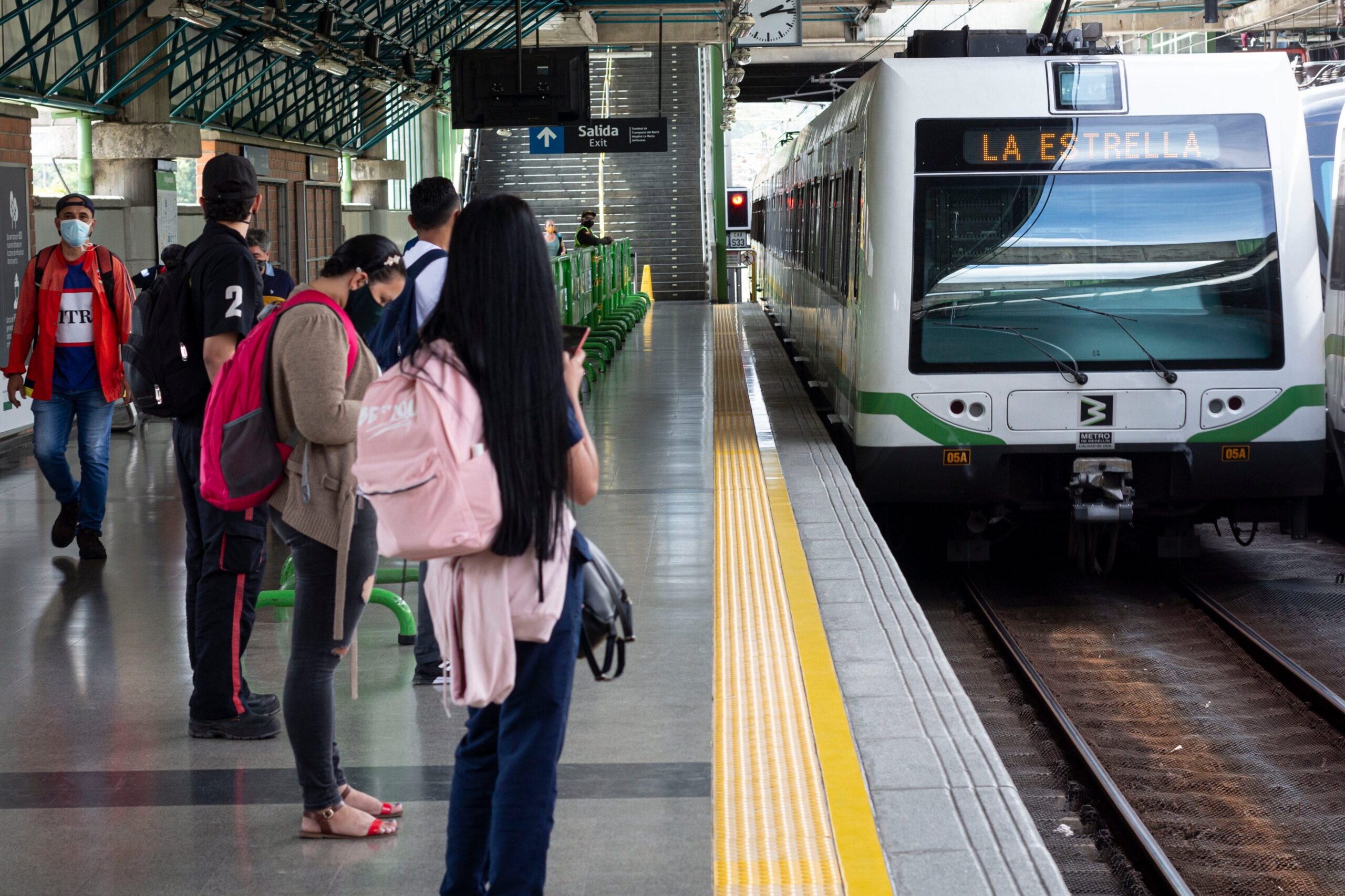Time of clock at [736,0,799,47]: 2:13
